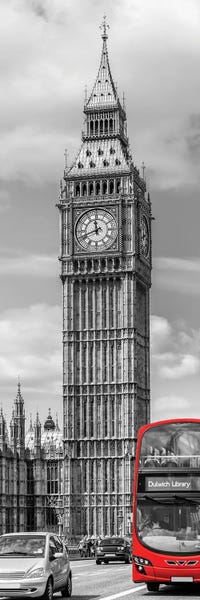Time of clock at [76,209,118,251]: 11:41
